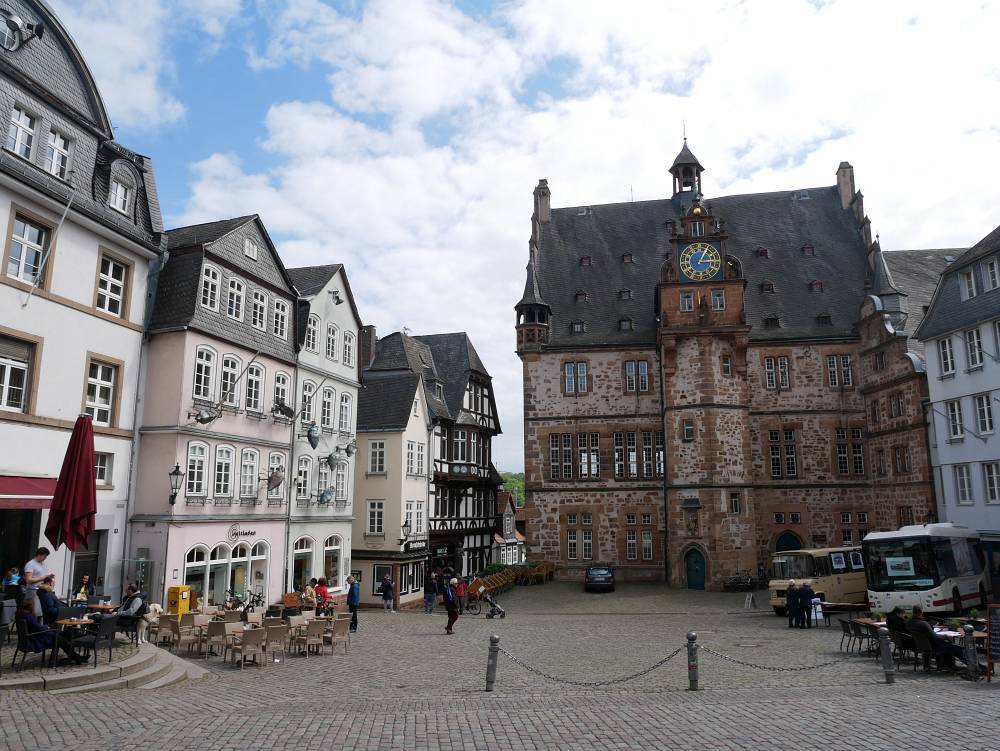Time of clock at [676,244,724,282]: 3:04
